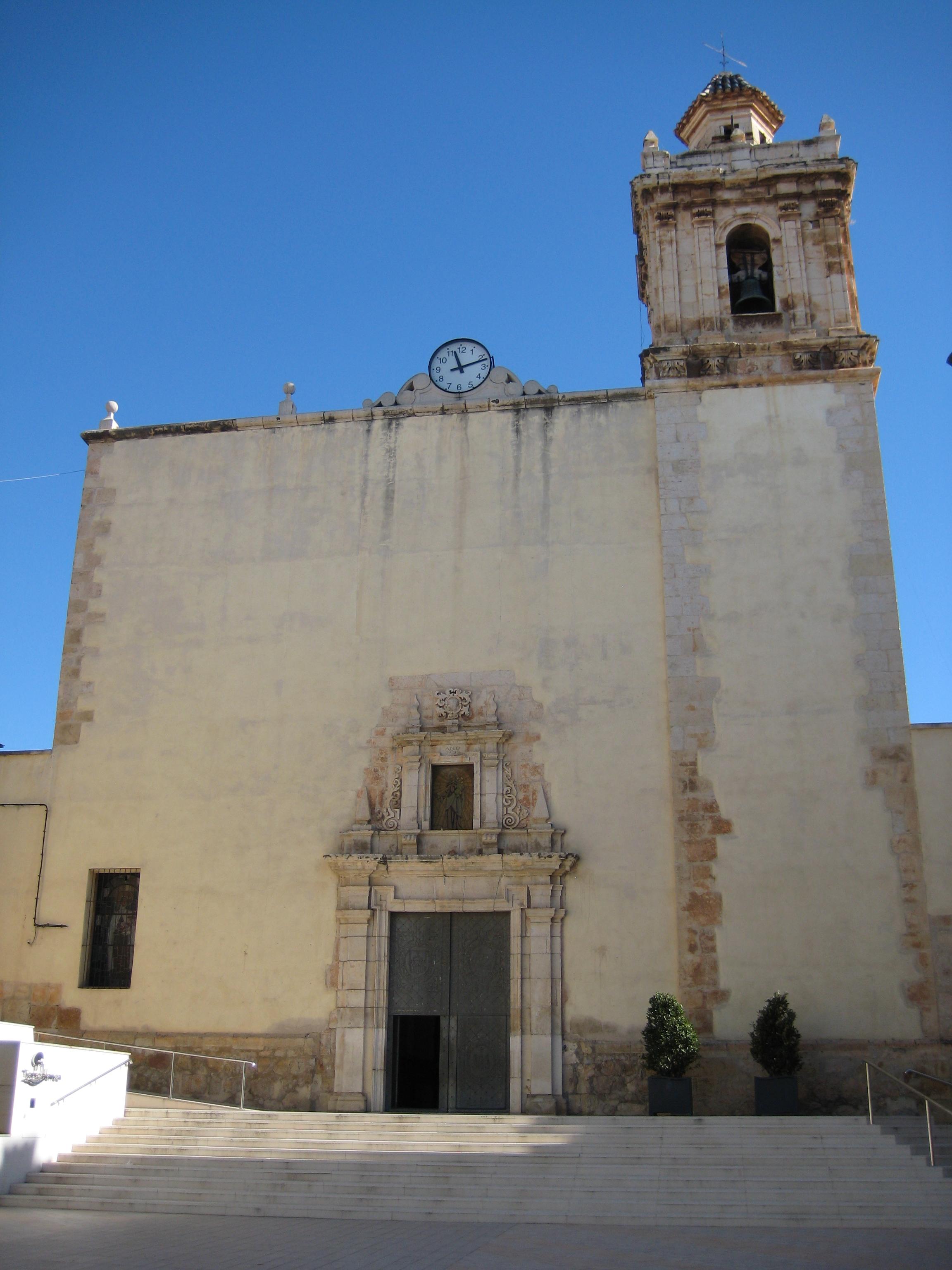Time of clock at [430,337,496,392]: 11:12
